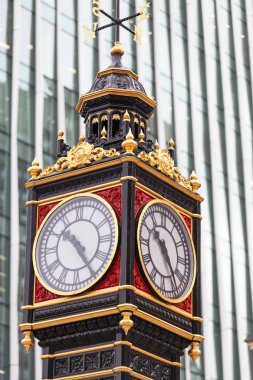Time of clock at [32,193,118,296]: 10:24
